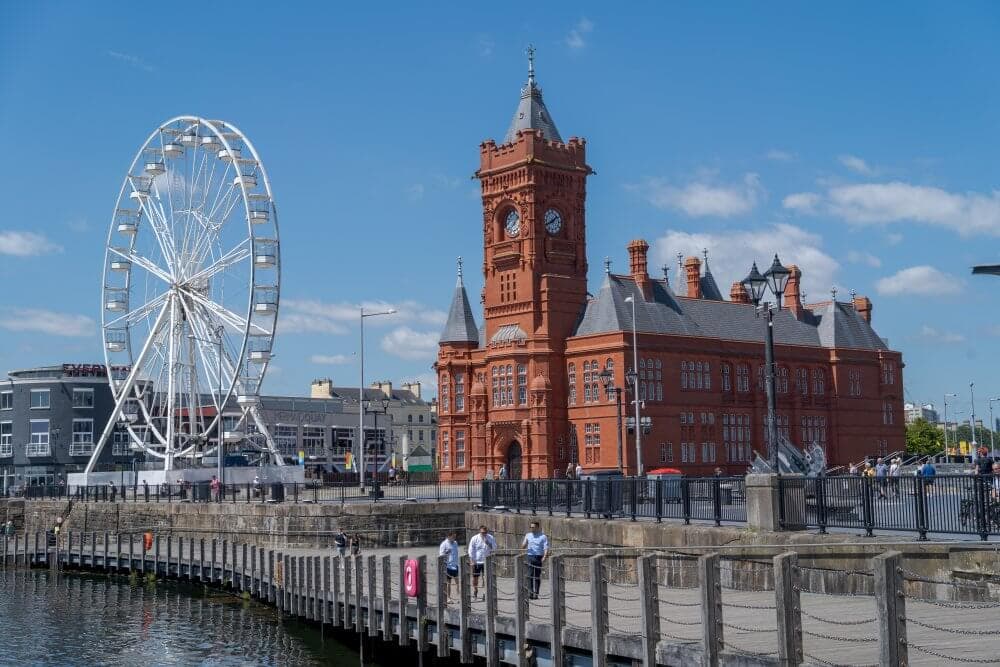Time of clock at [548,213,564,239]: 1:40
